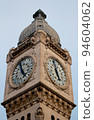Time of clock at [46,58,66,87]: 5:59
